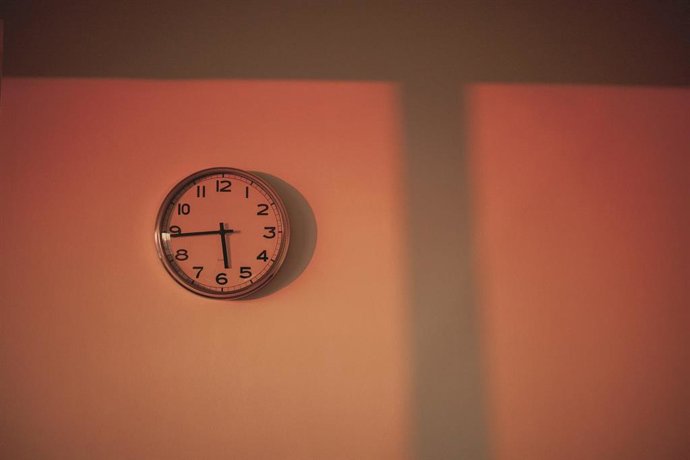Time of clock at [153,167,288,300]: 5:44
